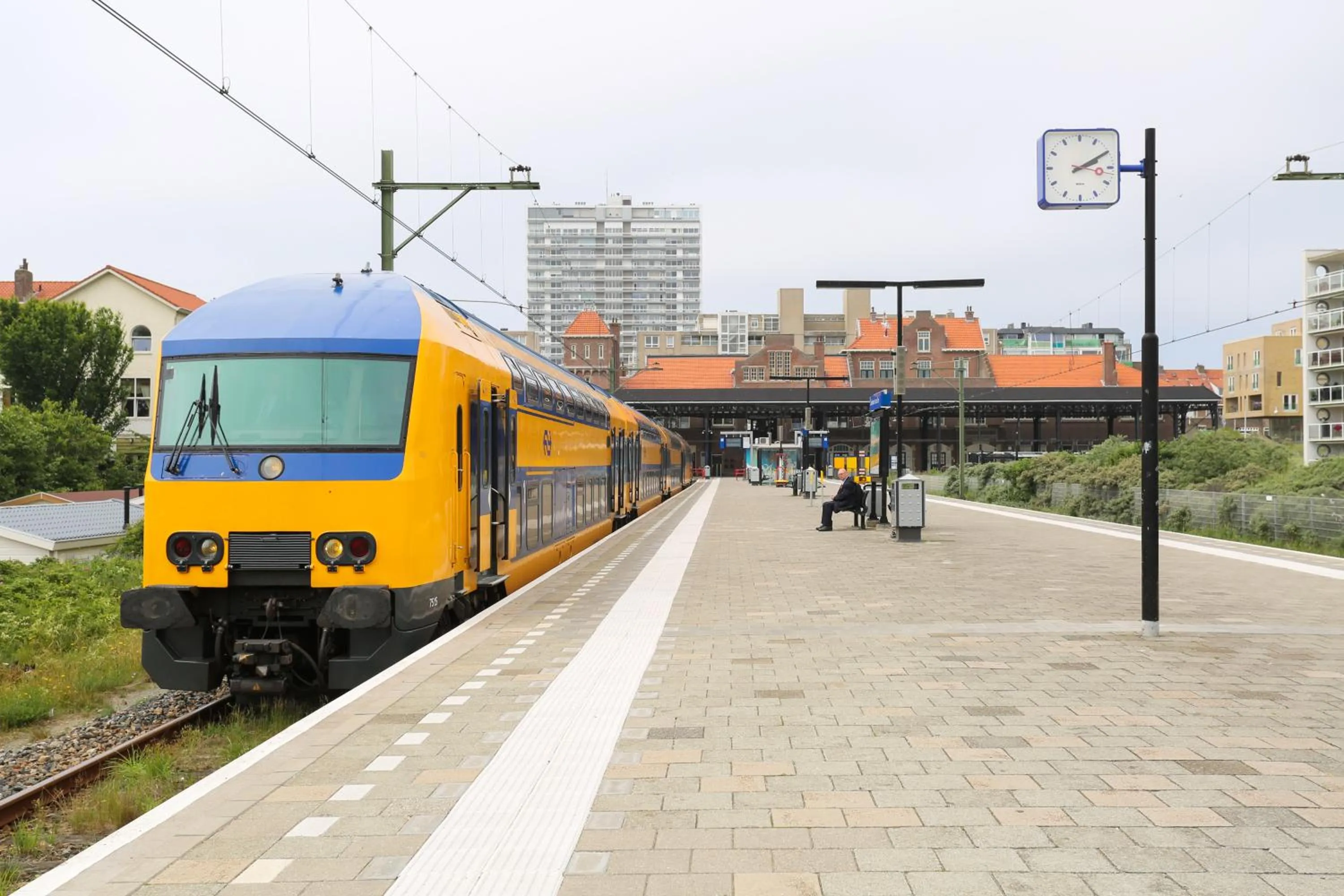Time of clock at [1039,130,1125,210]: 2:09
